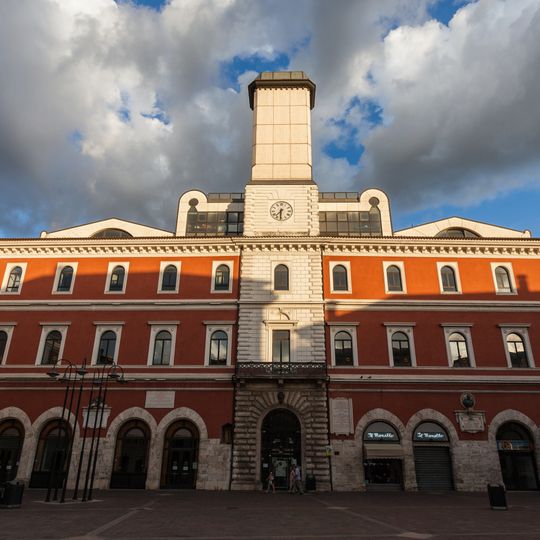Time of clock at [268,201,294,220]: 7:30
